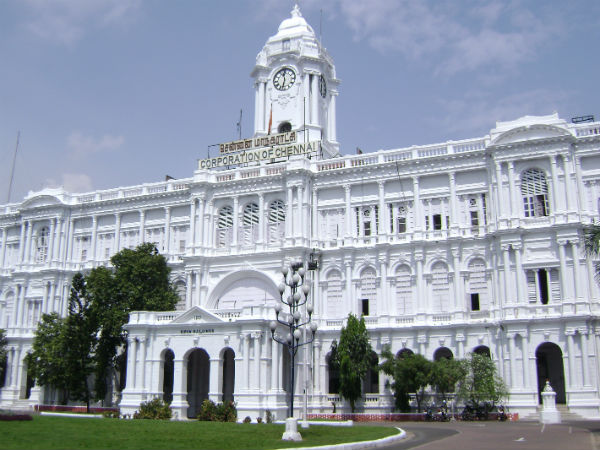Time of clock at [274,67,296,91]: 11:32
